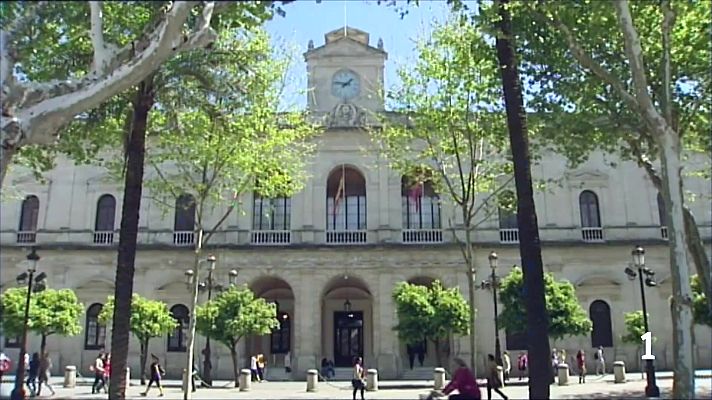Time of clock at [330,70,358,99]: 1:46
